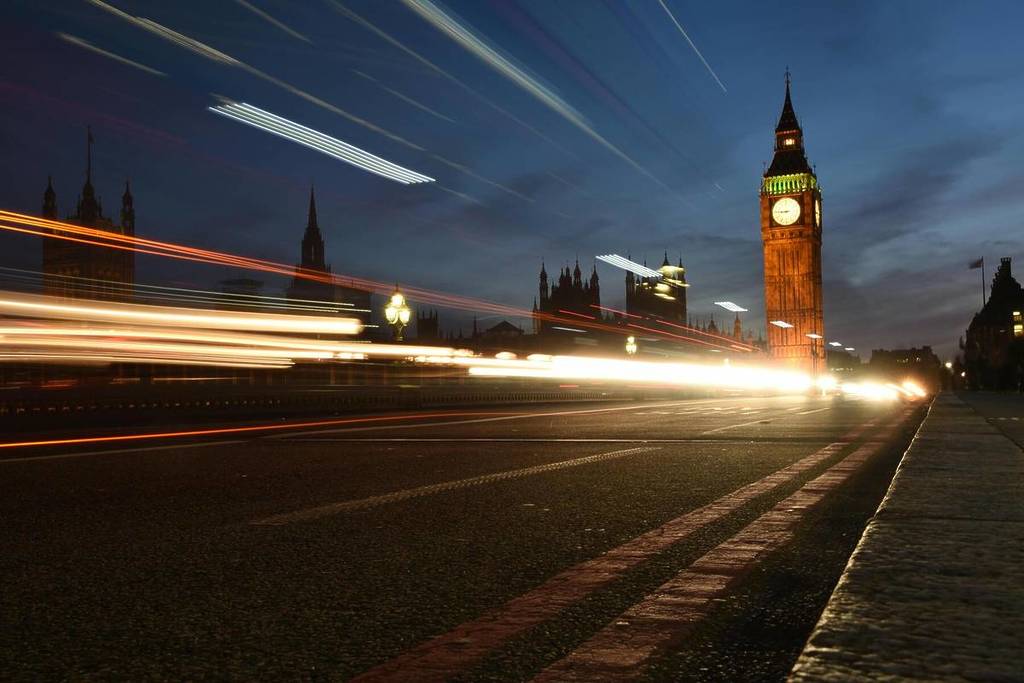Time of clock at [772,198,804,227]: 8:45
